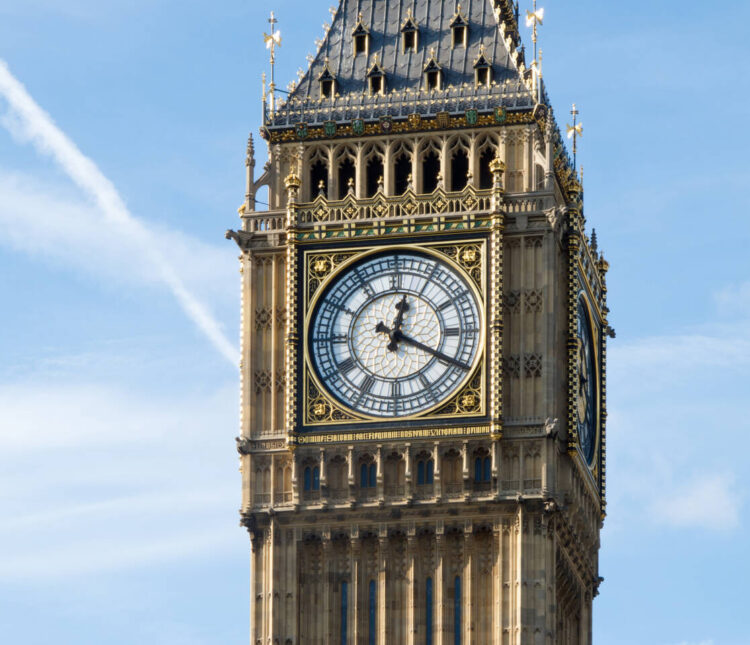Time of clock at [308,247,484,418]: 12:19
